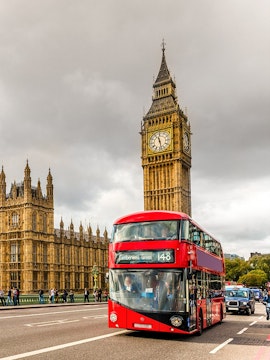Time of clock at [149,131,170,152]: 11:28
